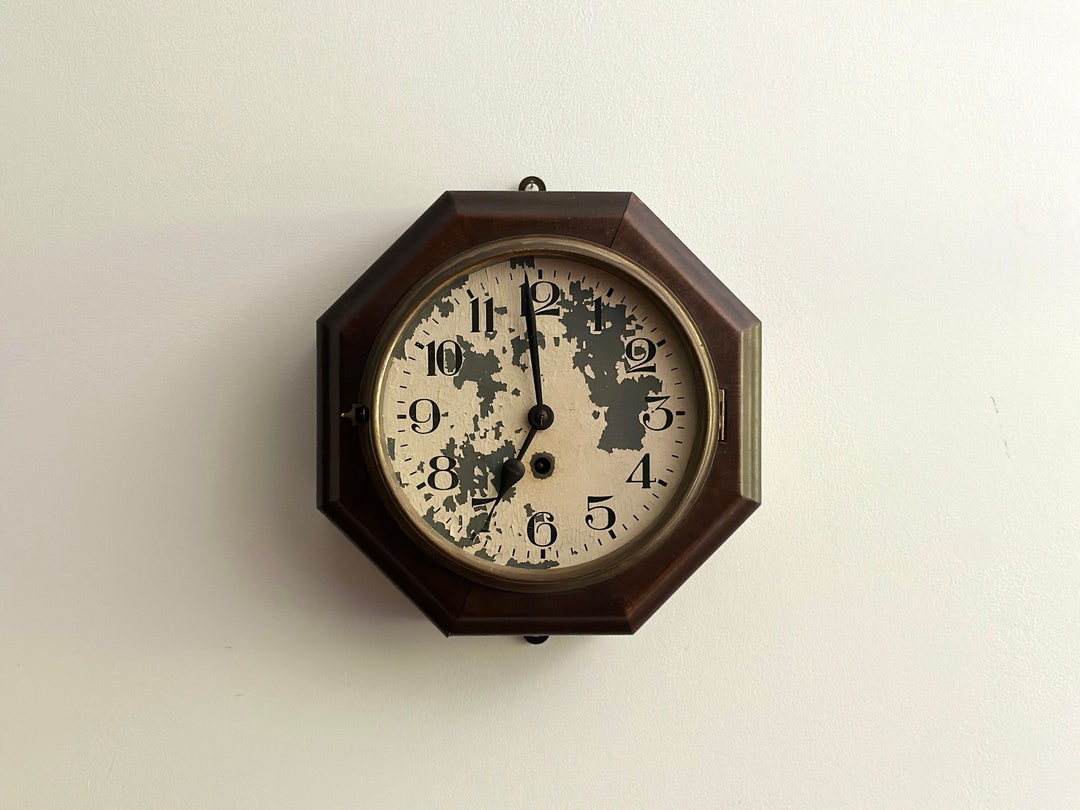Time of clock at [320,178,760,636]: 6:59
